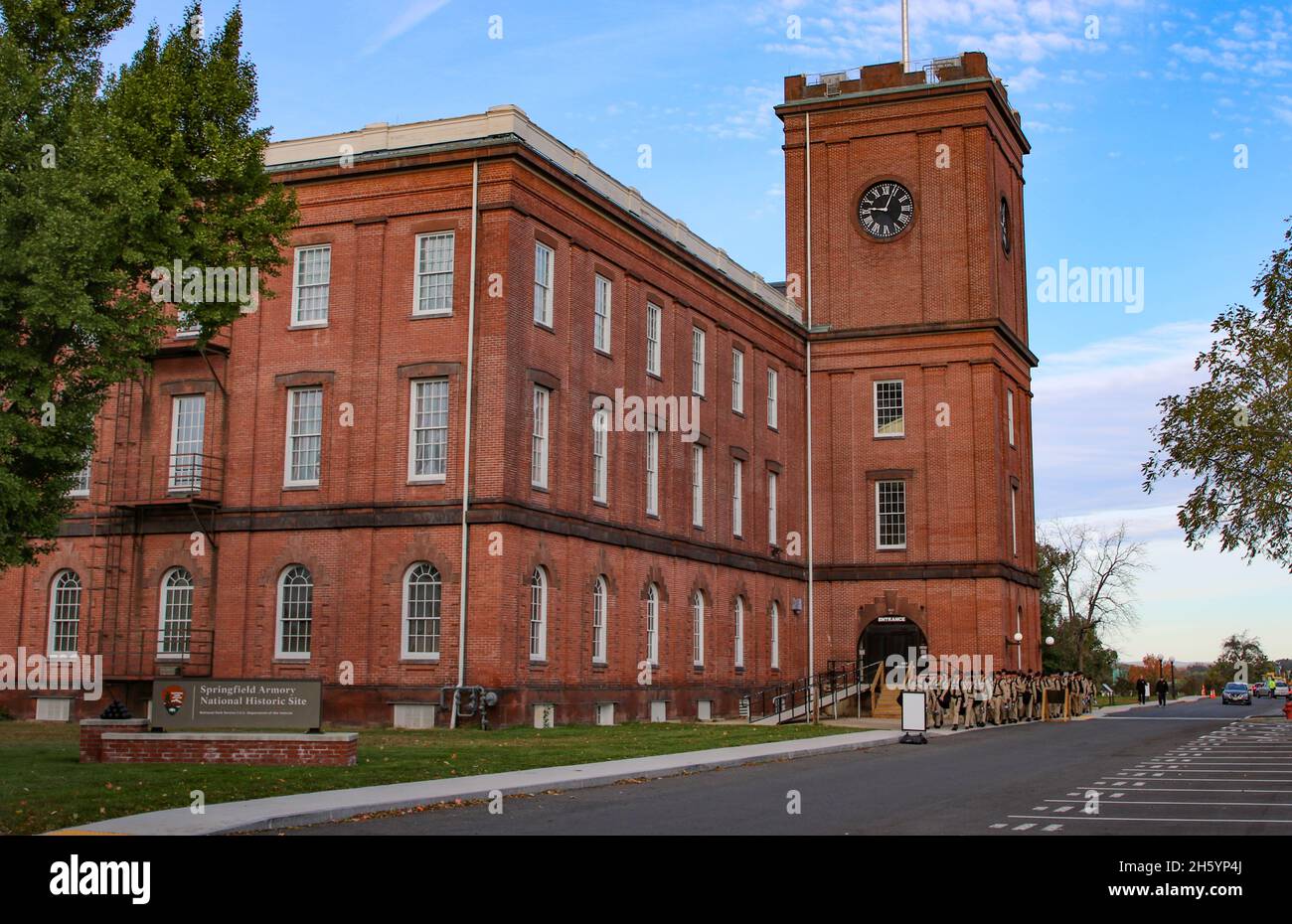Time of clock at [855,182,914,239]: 9:03
